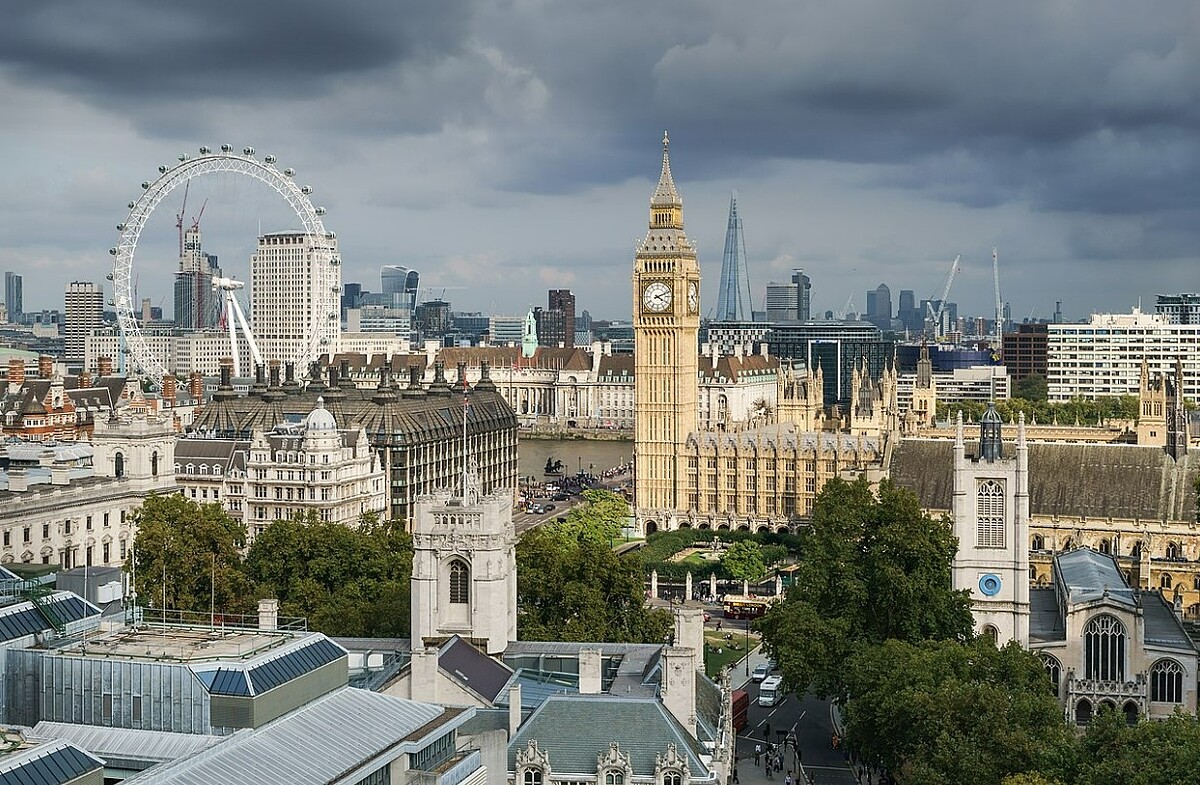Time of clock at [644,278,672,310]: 4:11
